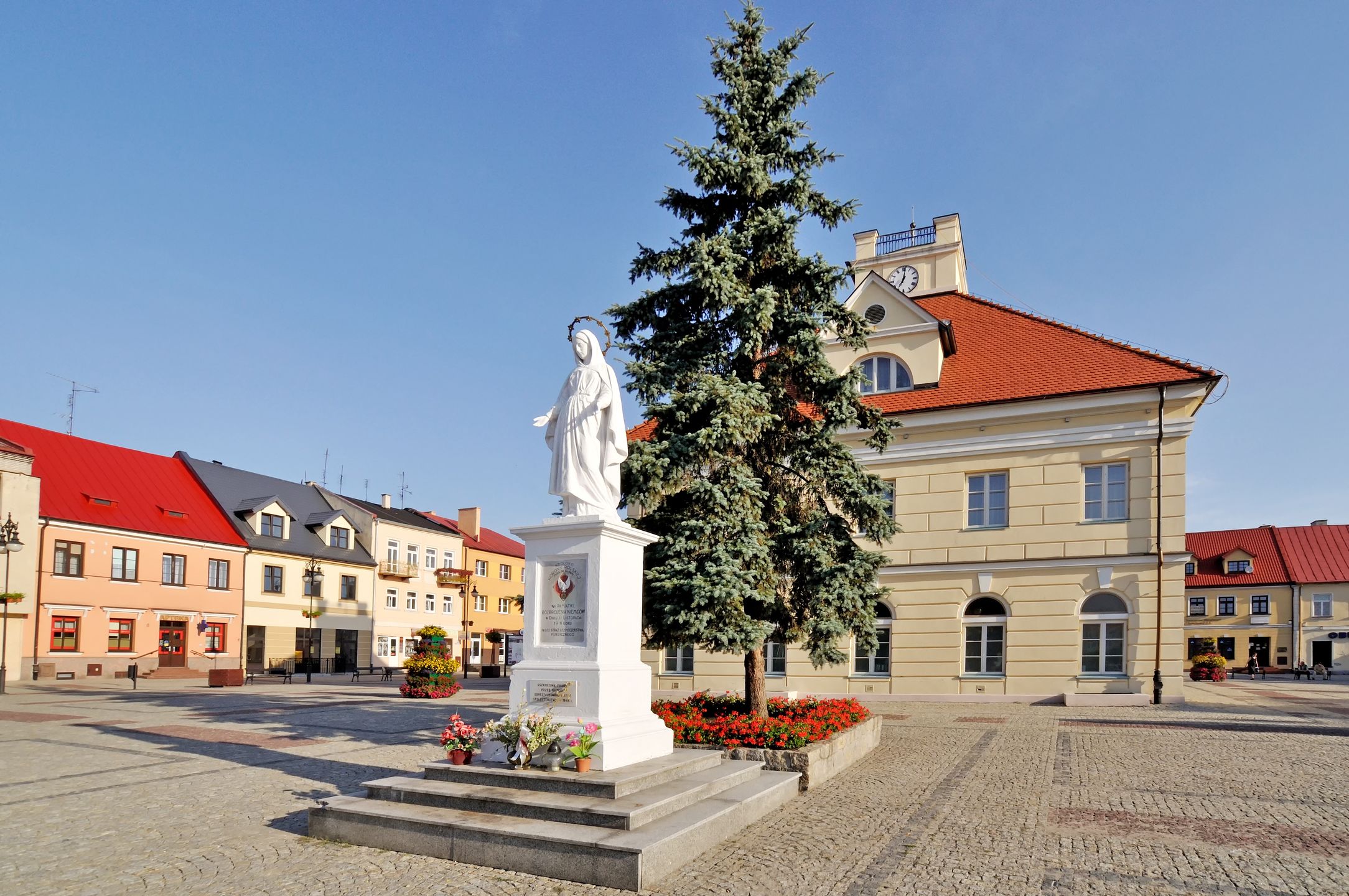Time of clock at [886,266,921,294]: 7:01
